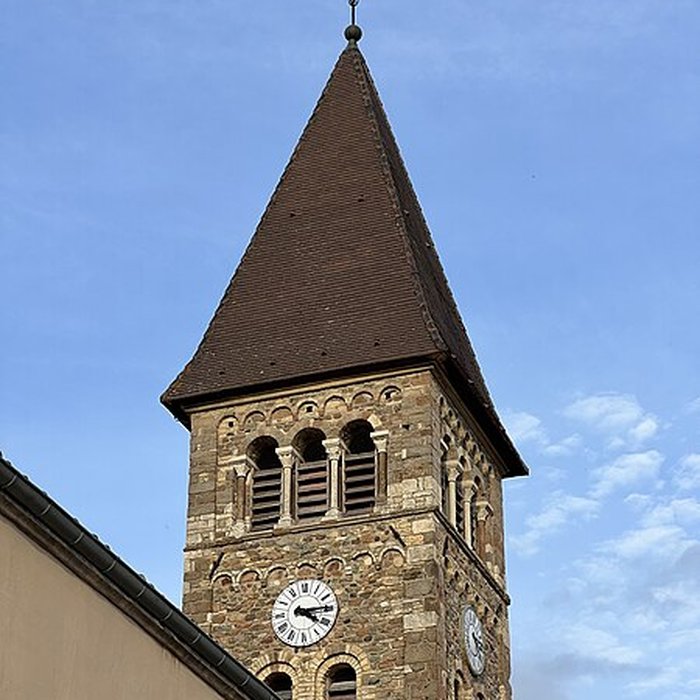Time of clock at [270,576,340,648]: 4:14
